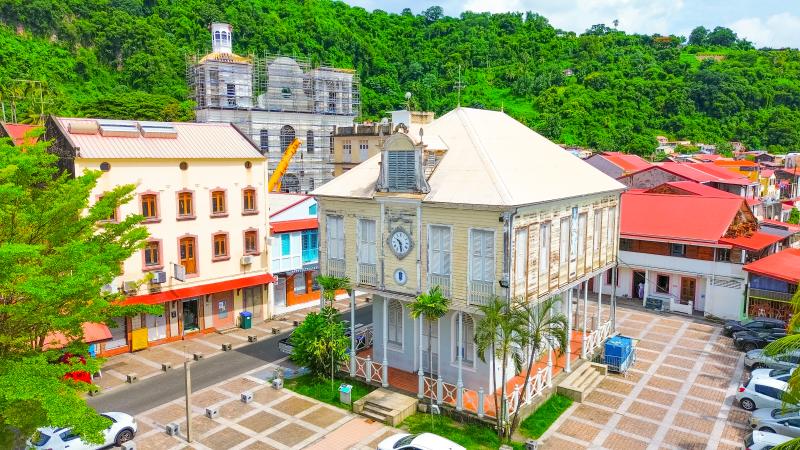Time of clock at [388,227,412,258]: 10:28
